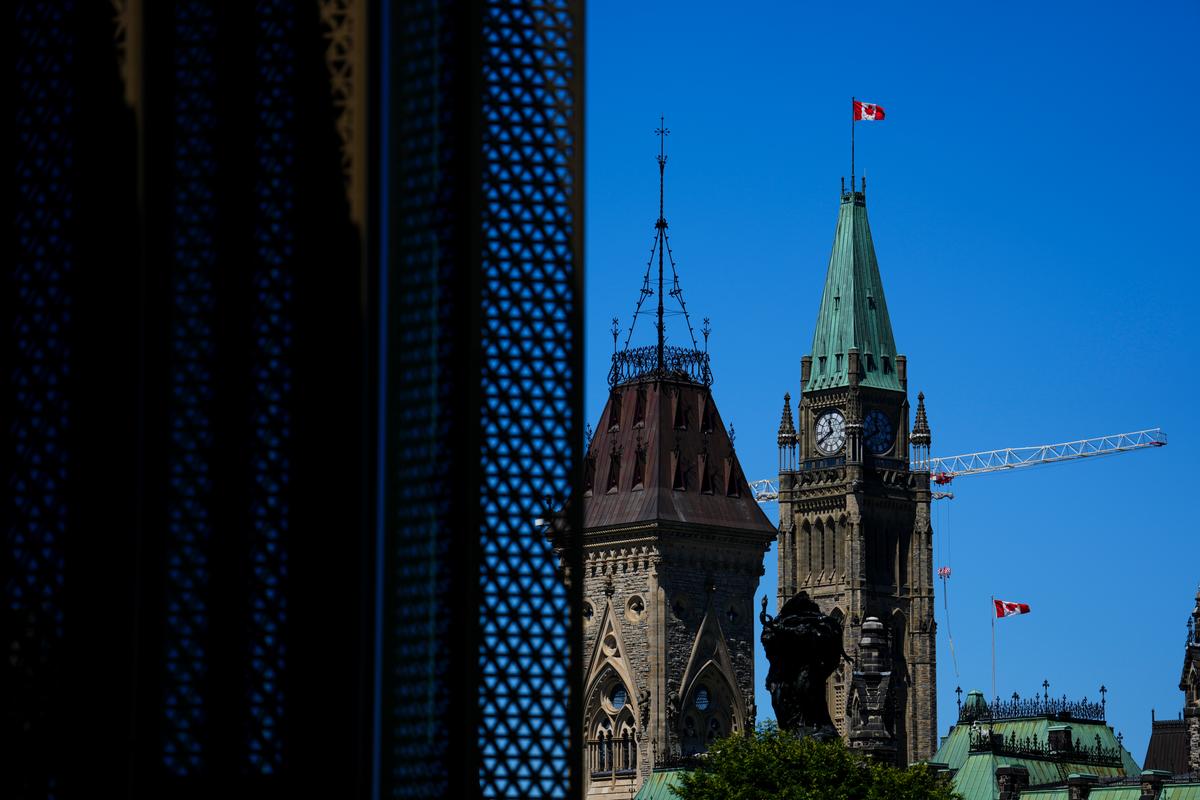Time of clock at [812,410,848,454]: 11:40
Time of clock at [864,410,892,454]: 11:40
